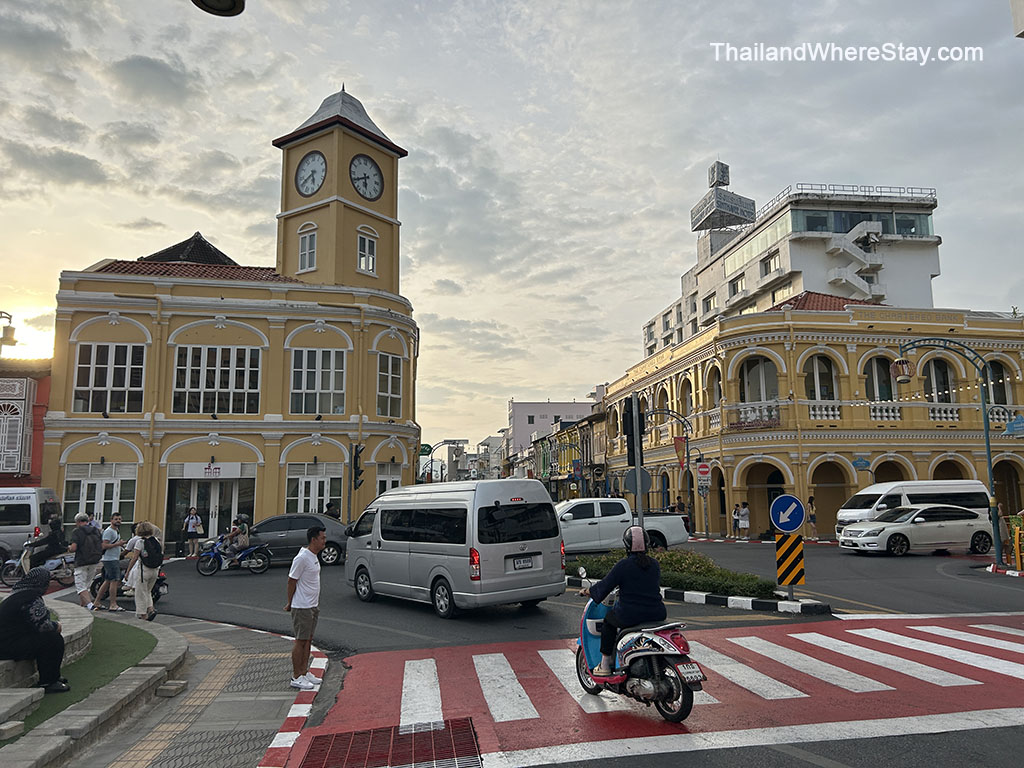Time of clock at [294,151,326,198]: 5:40
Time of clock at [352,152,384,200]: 5:40
